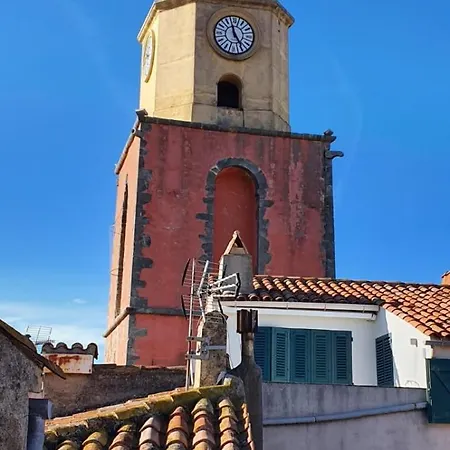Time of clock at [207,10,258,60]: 4:57
